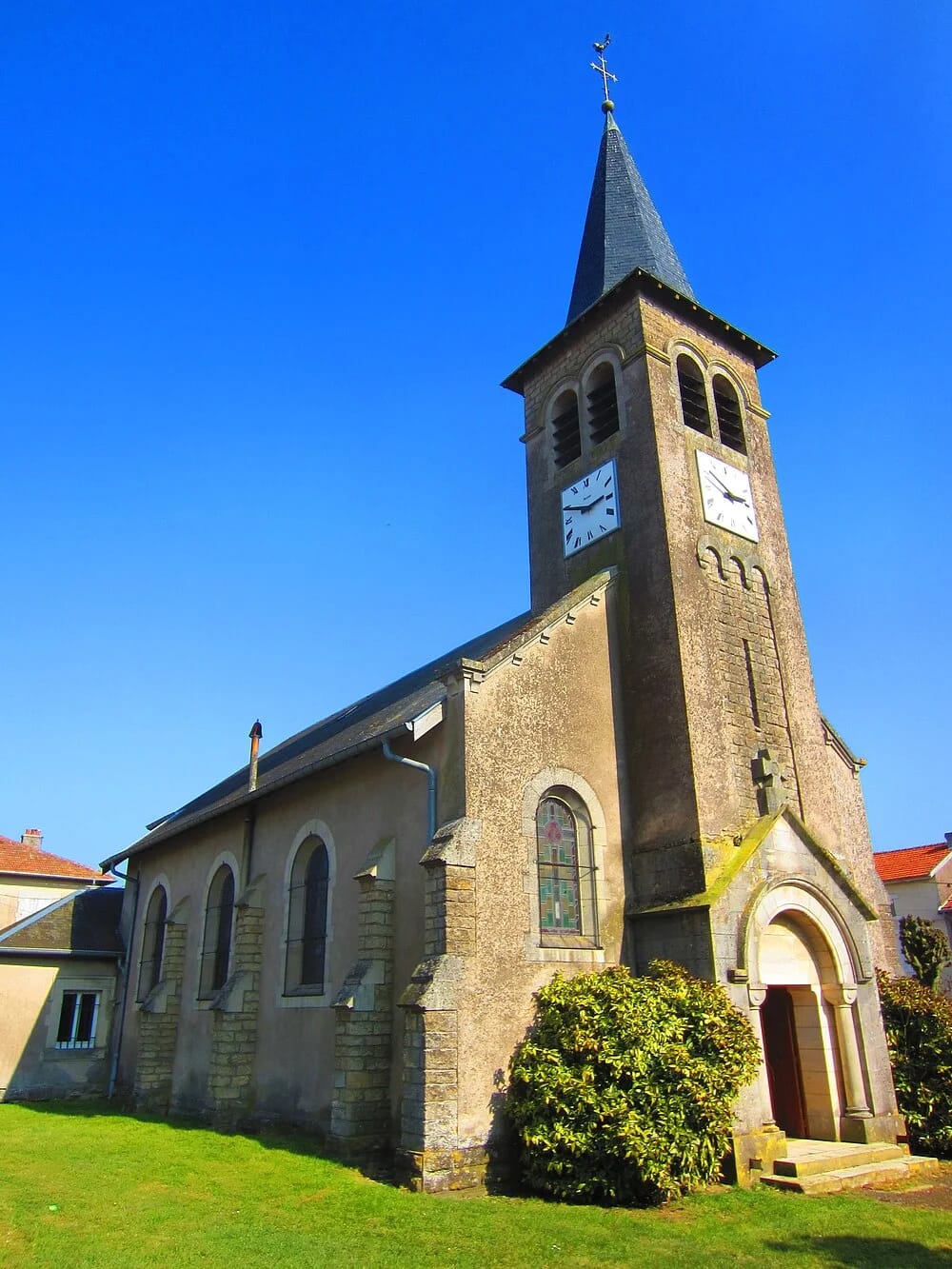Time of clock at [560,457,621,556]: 2:48
